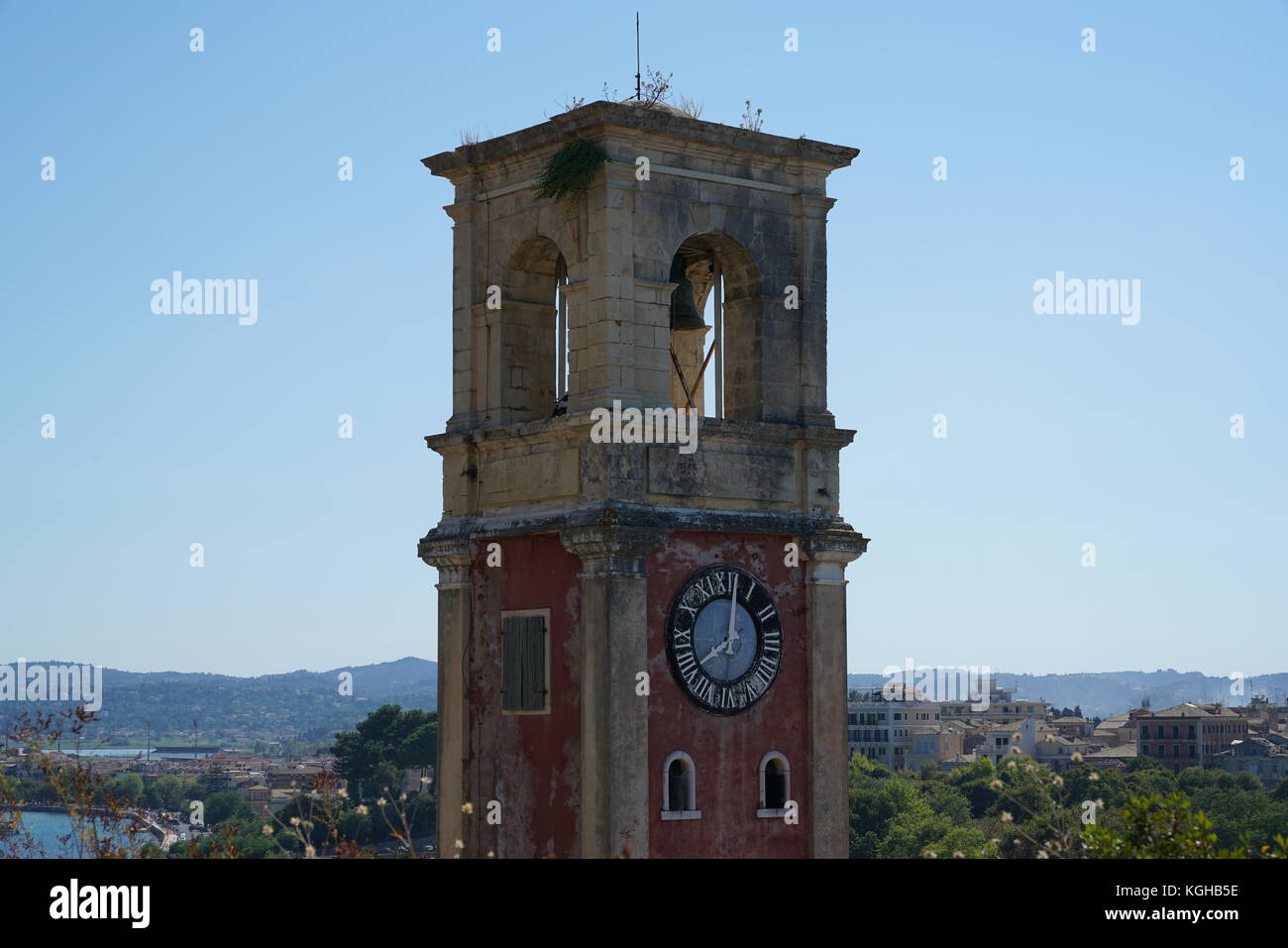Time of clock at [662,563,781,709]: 8:01
